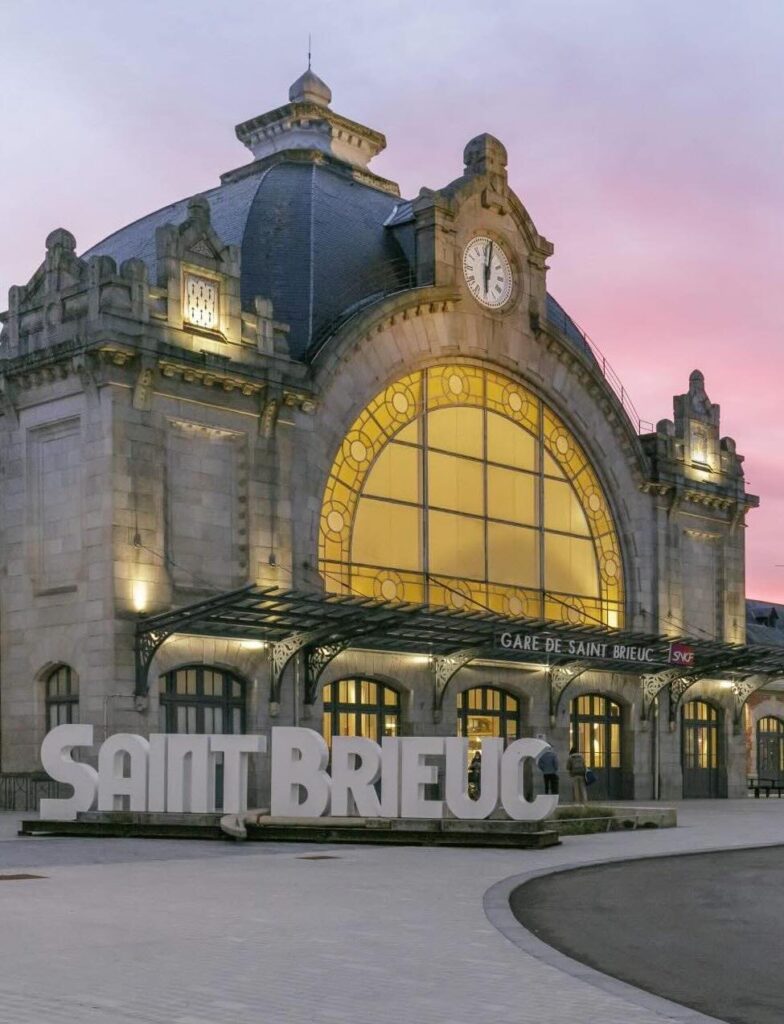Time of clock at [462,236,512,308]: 6:01
